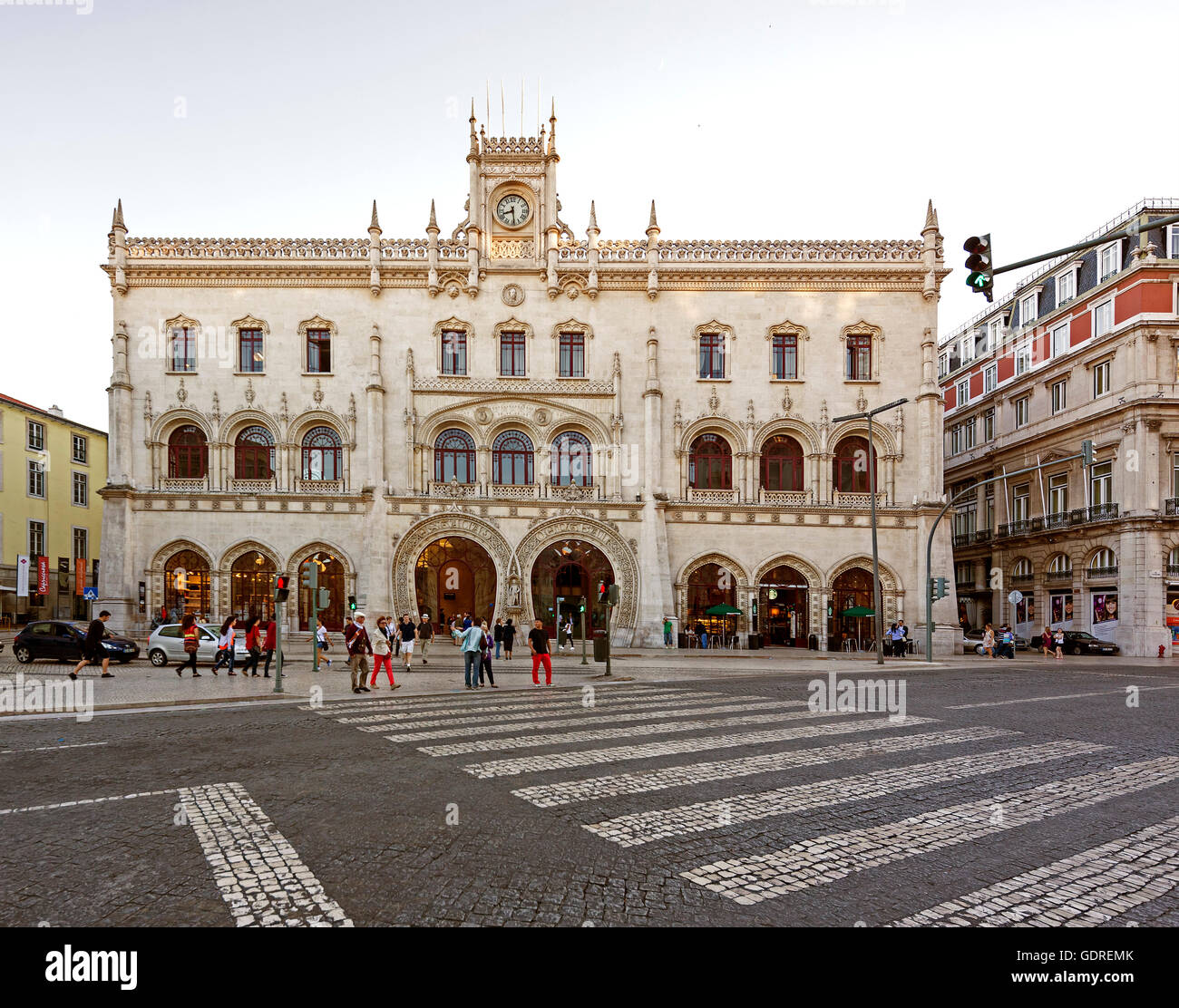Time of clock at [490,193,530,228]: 8:29
